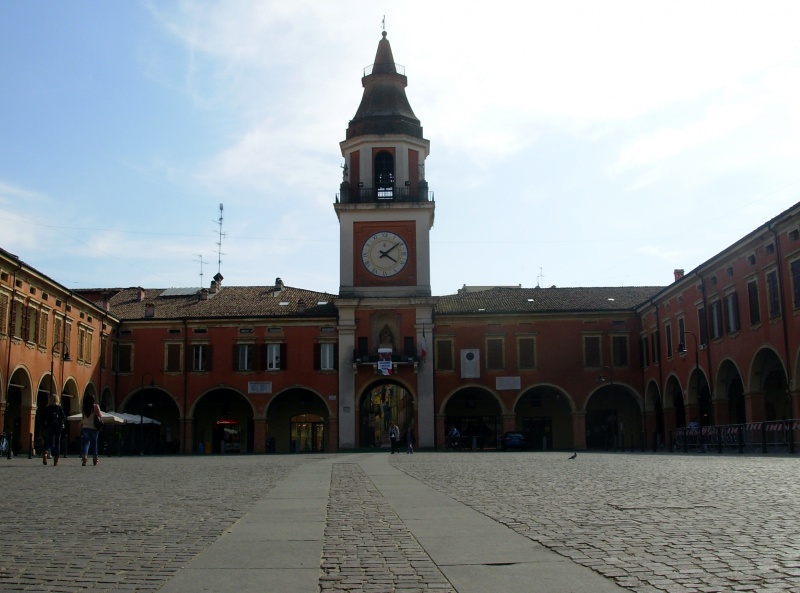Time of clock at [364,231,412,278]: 4:08
